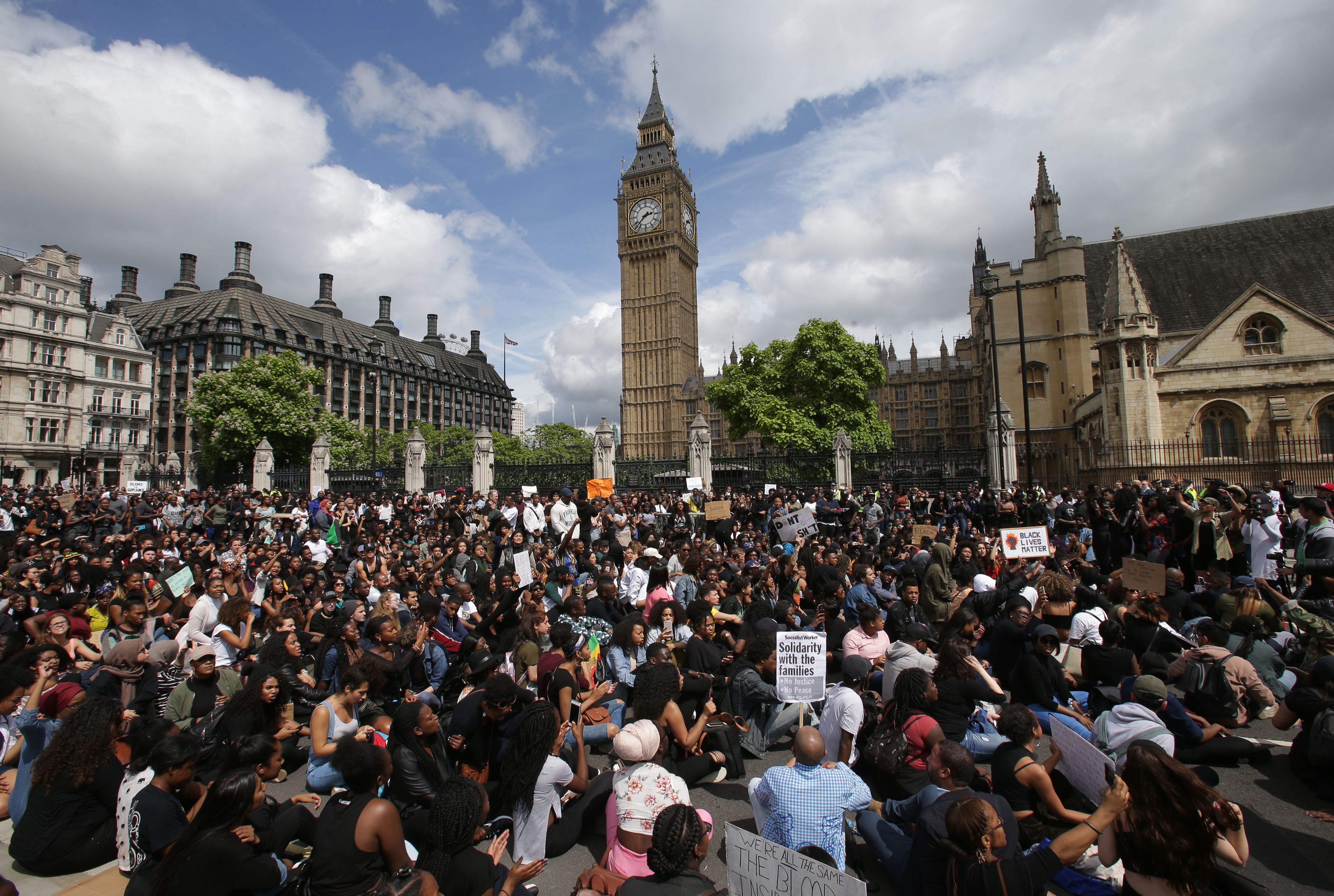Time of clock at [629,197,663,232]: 2:37
